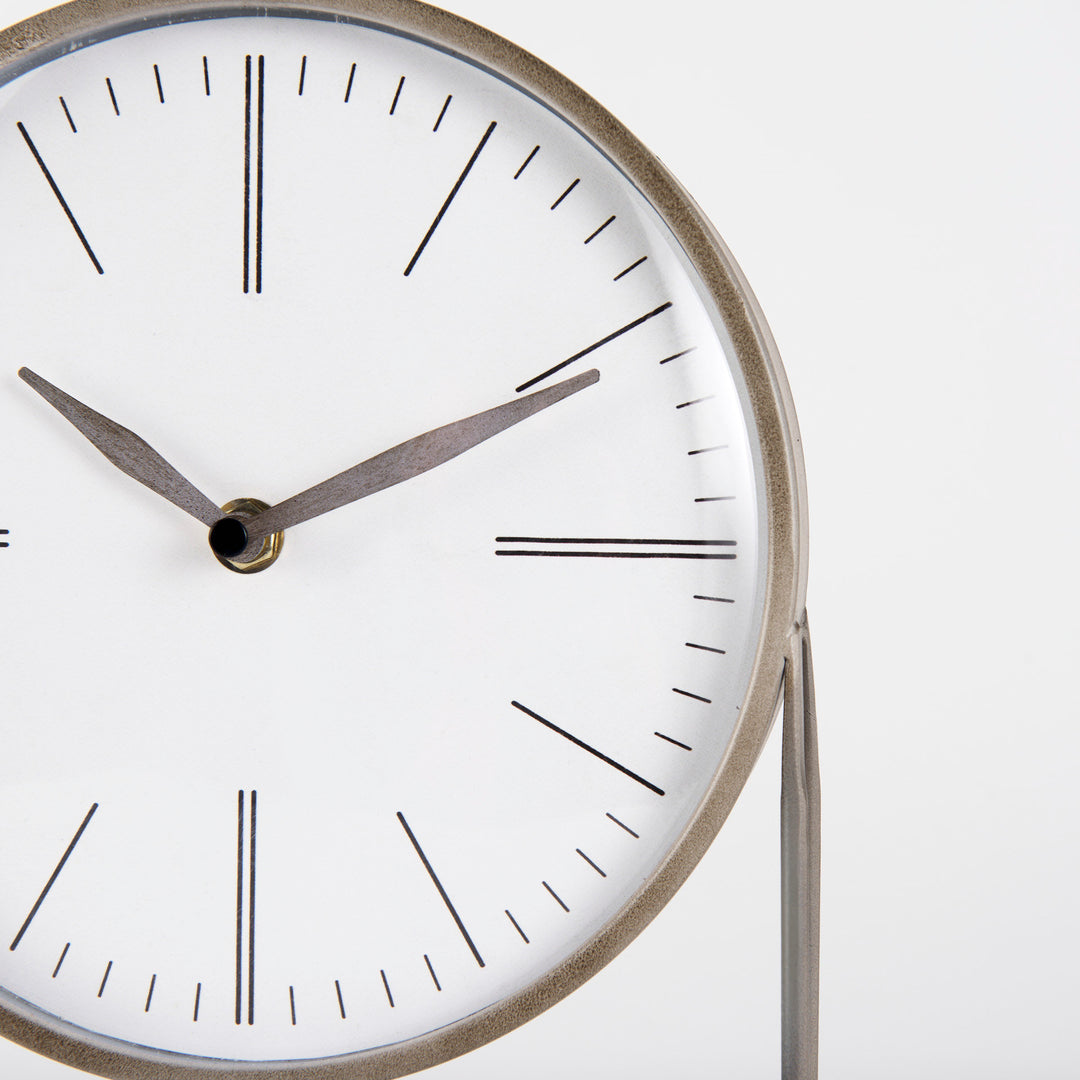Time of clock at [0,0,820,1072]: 10:11
